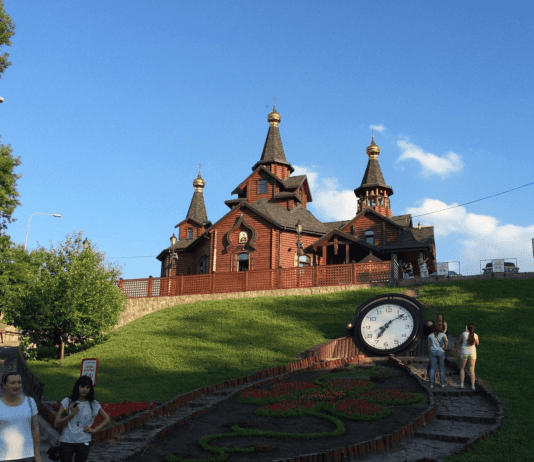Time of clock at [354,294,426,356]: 7:08
